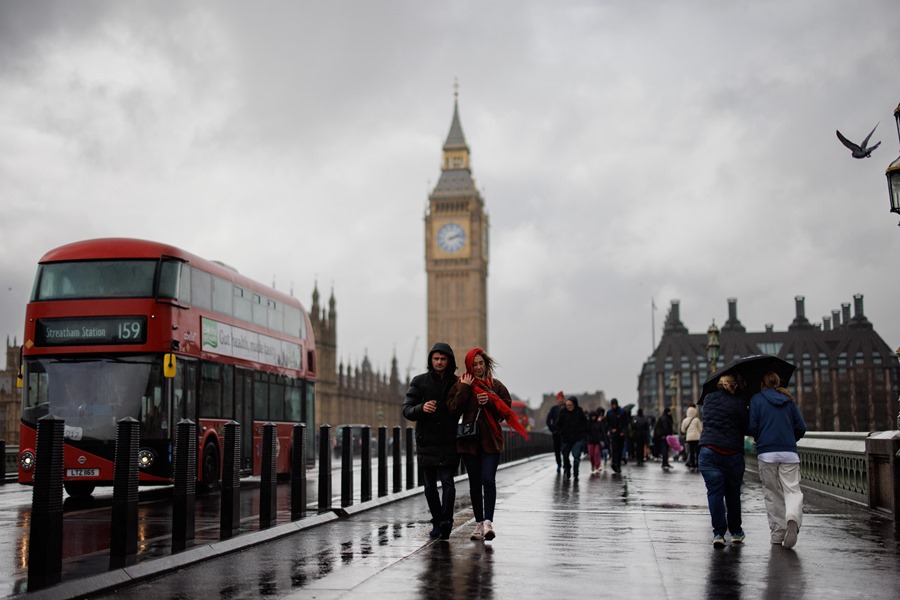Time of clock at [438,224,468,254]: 2:12
